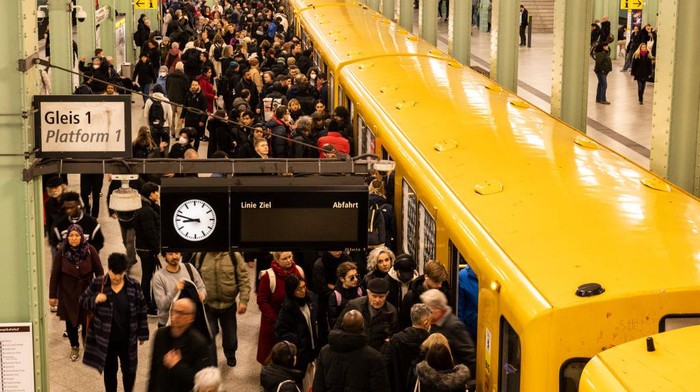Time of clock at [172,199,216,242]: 8:47
